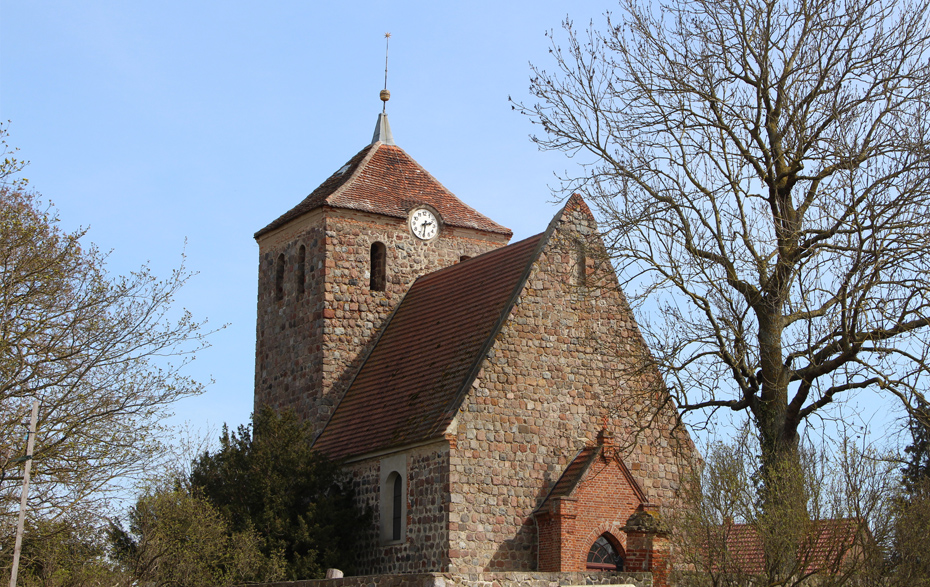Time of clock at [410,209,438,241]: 2:30
